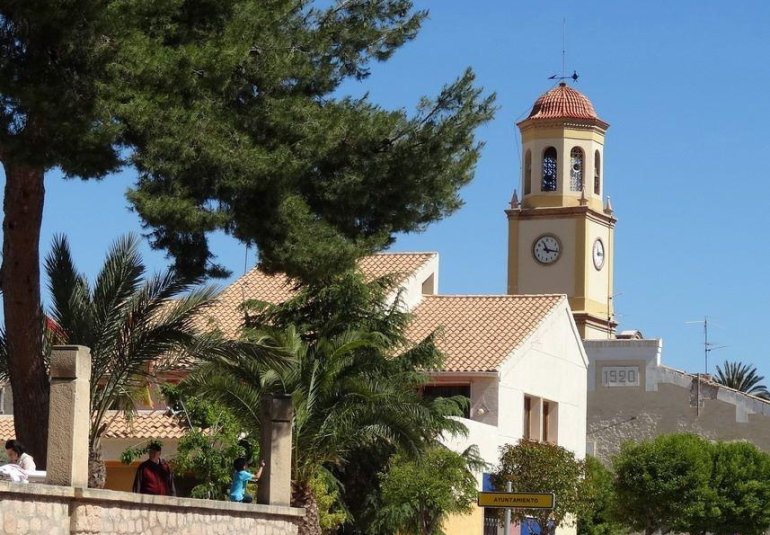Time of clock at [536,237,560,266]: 11:16
